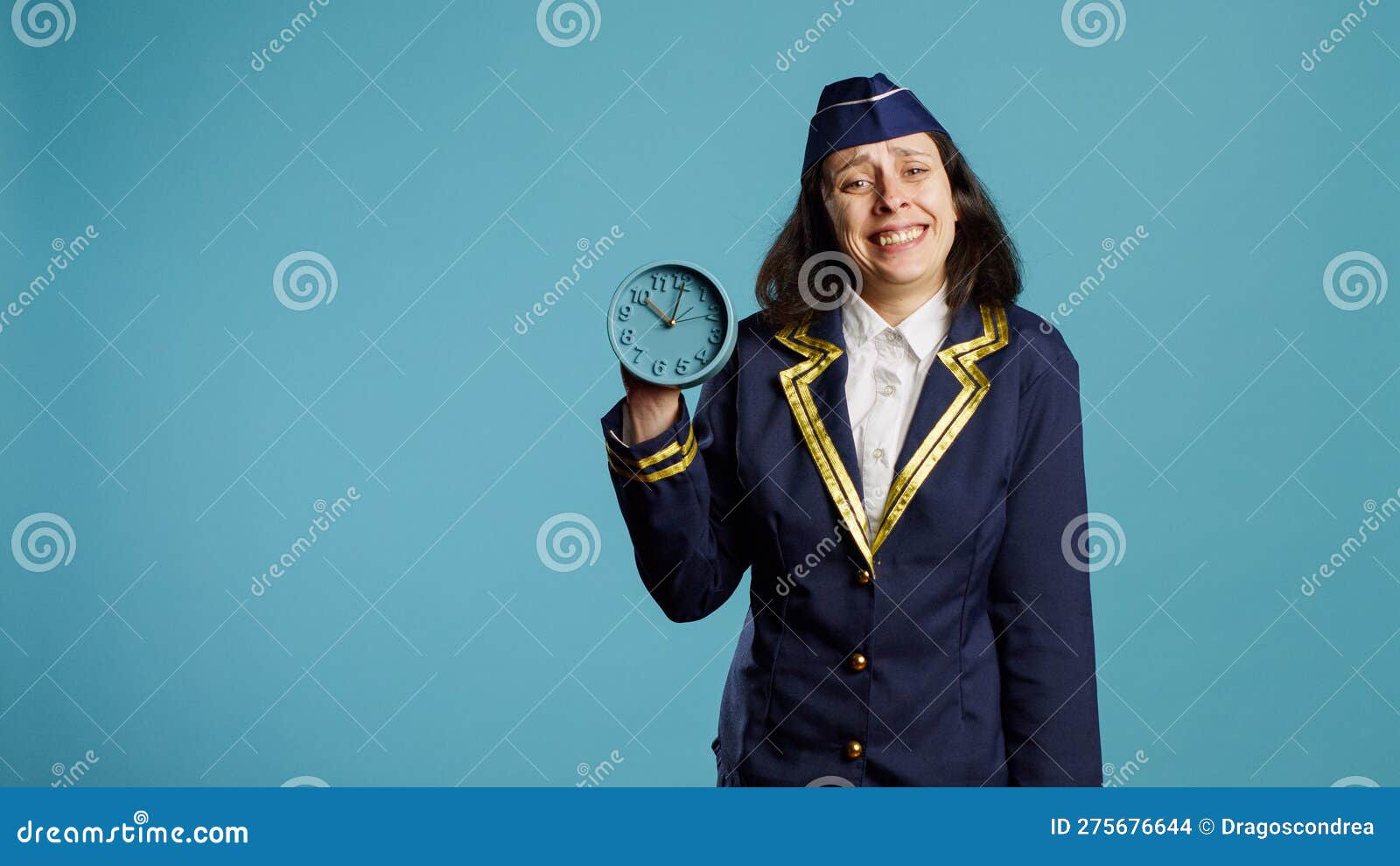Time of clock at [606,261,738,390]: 10:00
